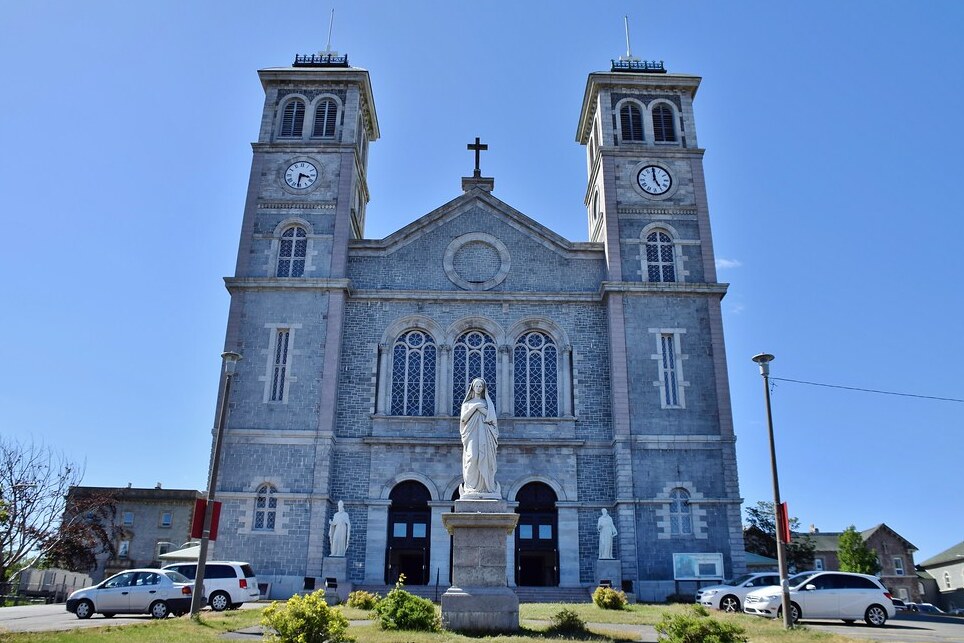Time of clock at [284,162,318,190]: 3:31
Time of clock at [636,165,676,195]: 4:59
